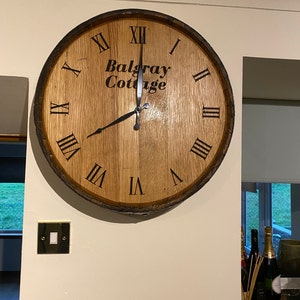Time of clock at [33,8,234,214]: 8:00
